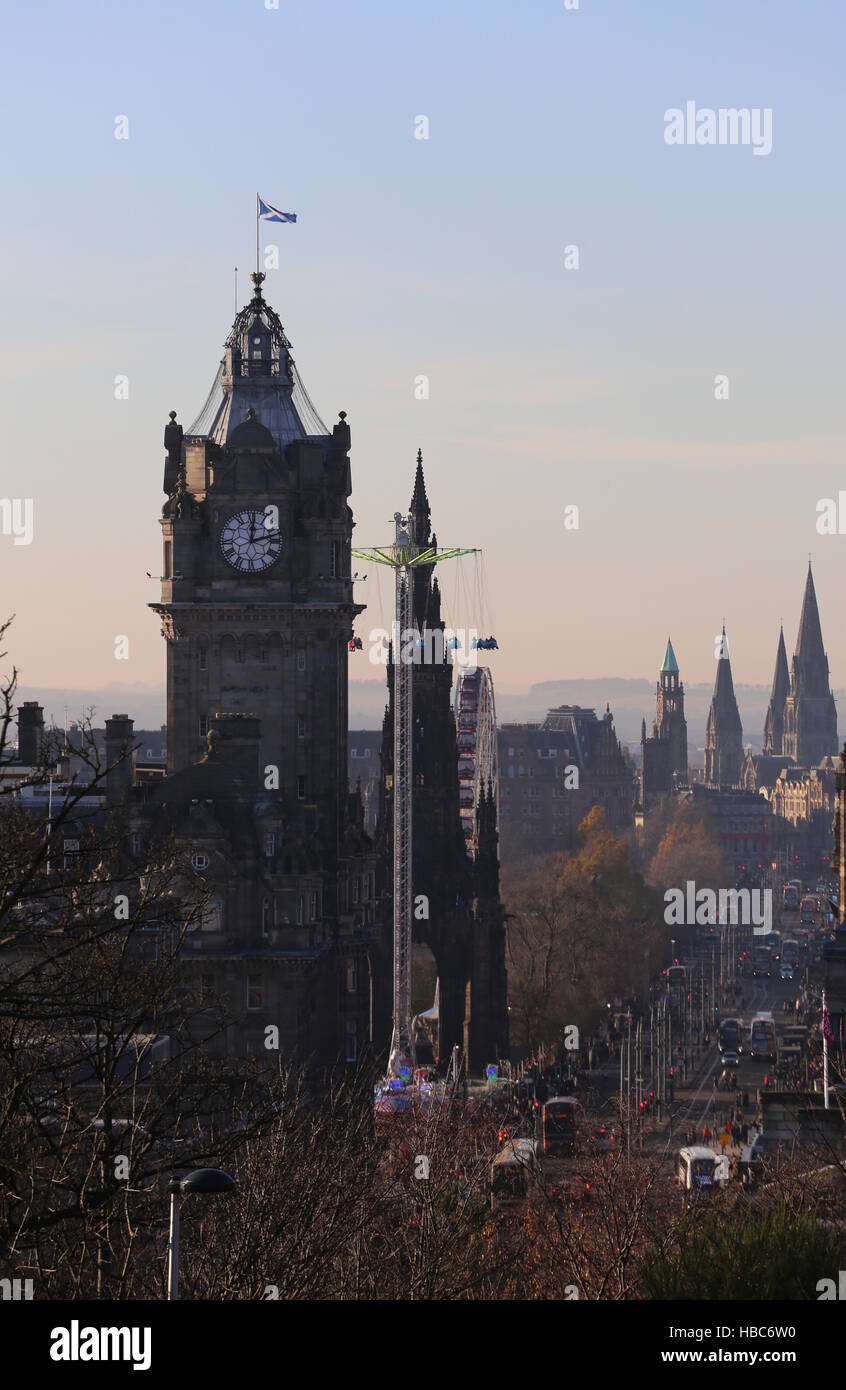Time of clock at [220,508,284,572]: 12:12
